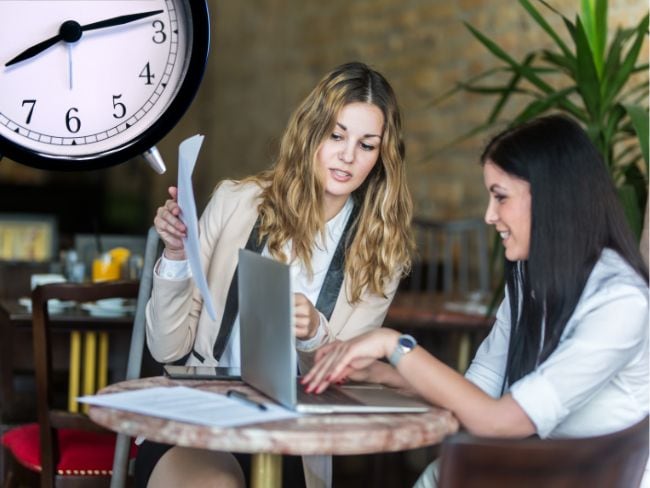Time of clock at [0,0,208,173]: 8:12
